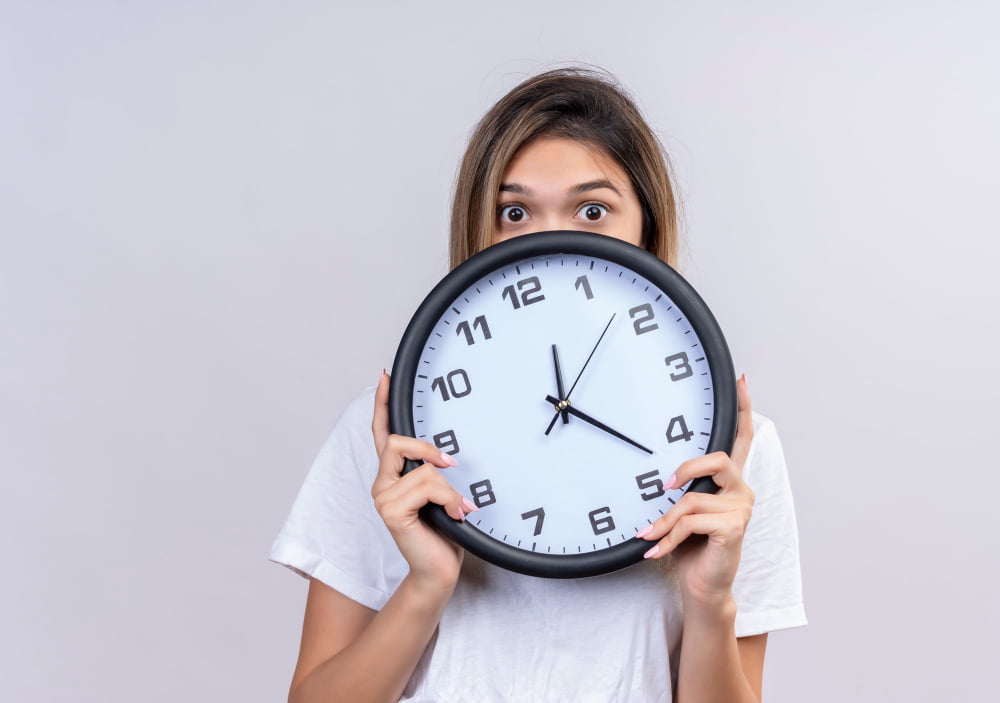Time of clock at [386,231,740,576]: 12:22
